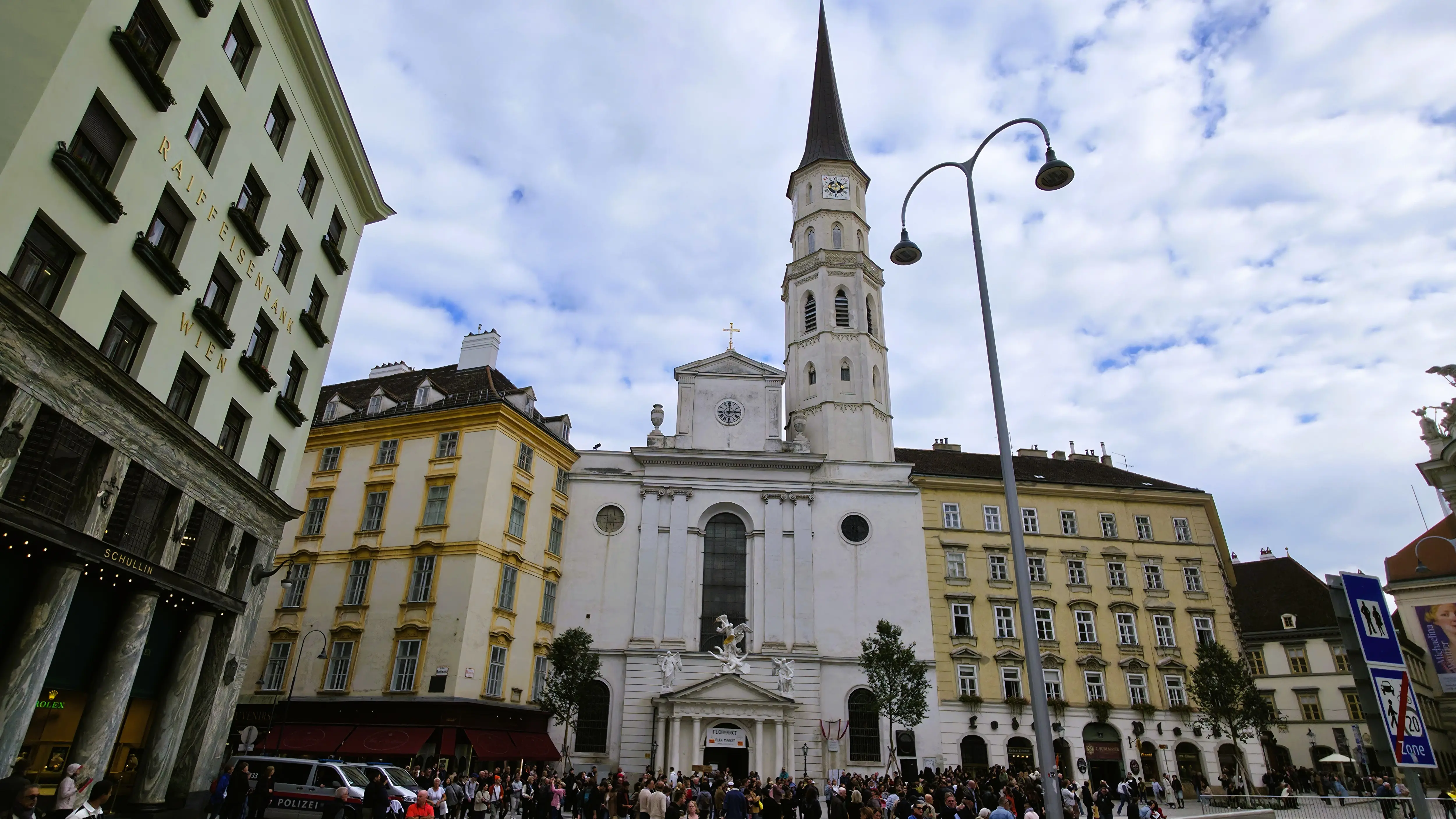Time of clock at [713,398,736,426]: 3:00
